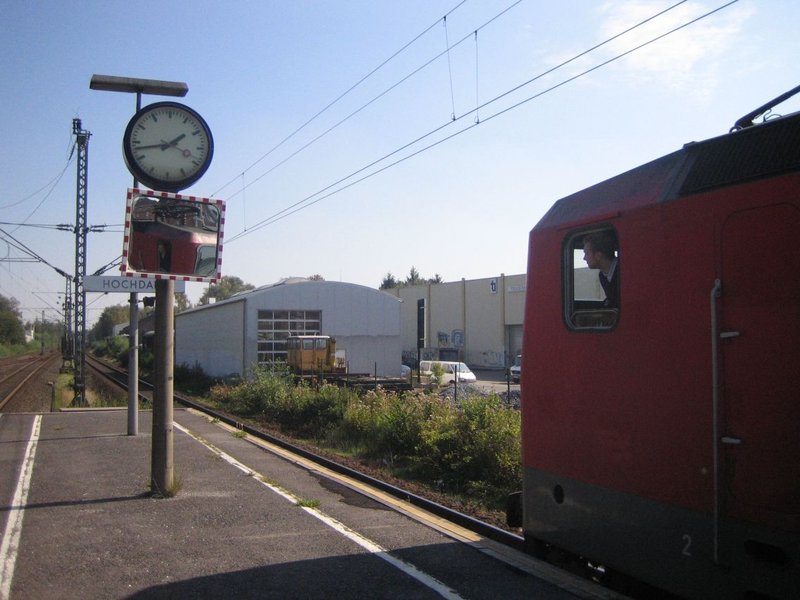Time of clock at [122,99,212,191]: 1:43
